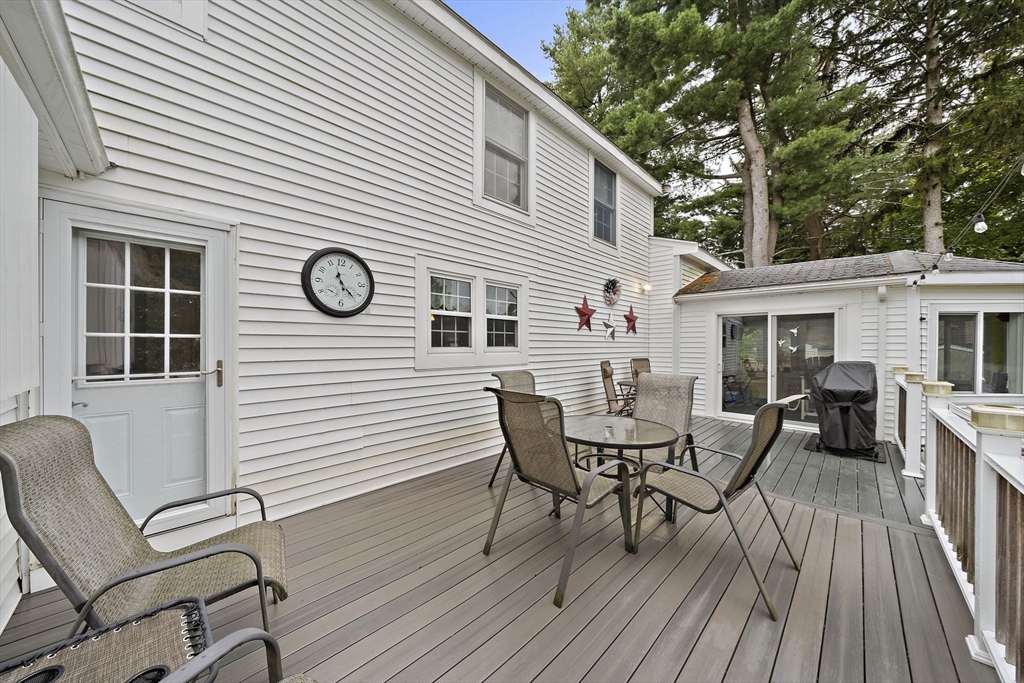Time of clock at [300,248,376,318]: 11:23
